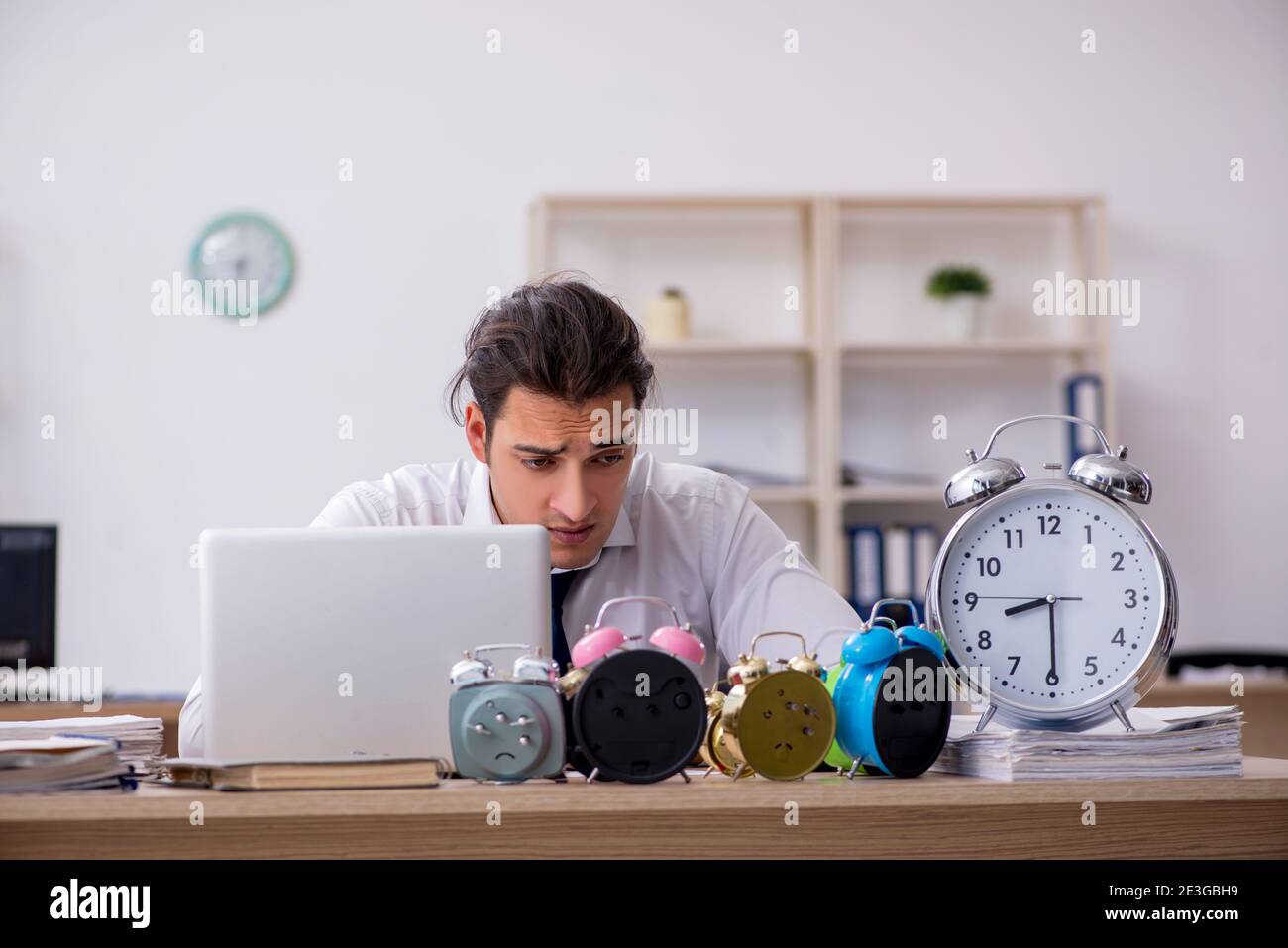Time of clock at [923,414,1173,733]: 8:29
